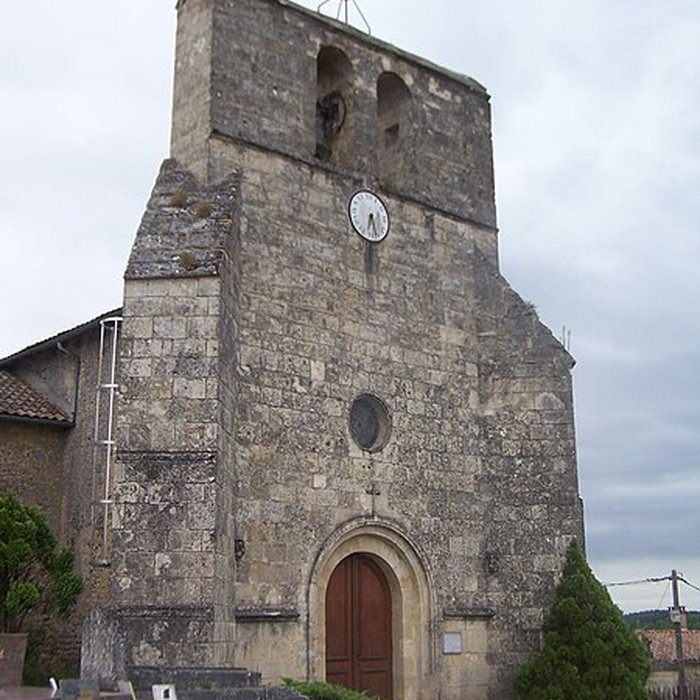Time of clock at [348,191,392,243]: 6:27
